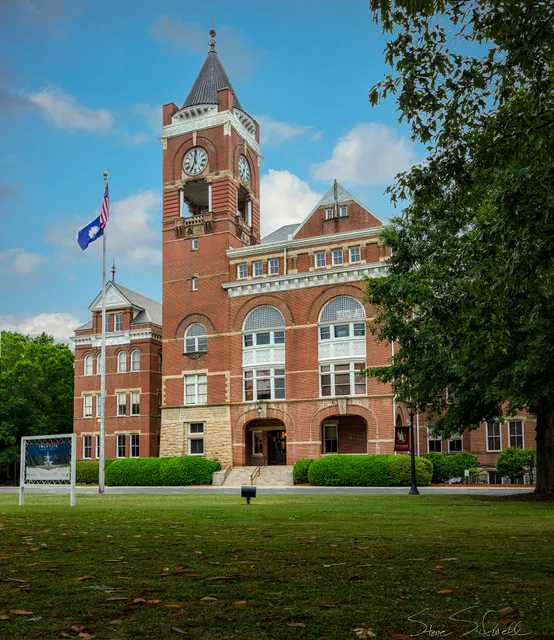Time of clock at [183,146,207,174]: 7:00
